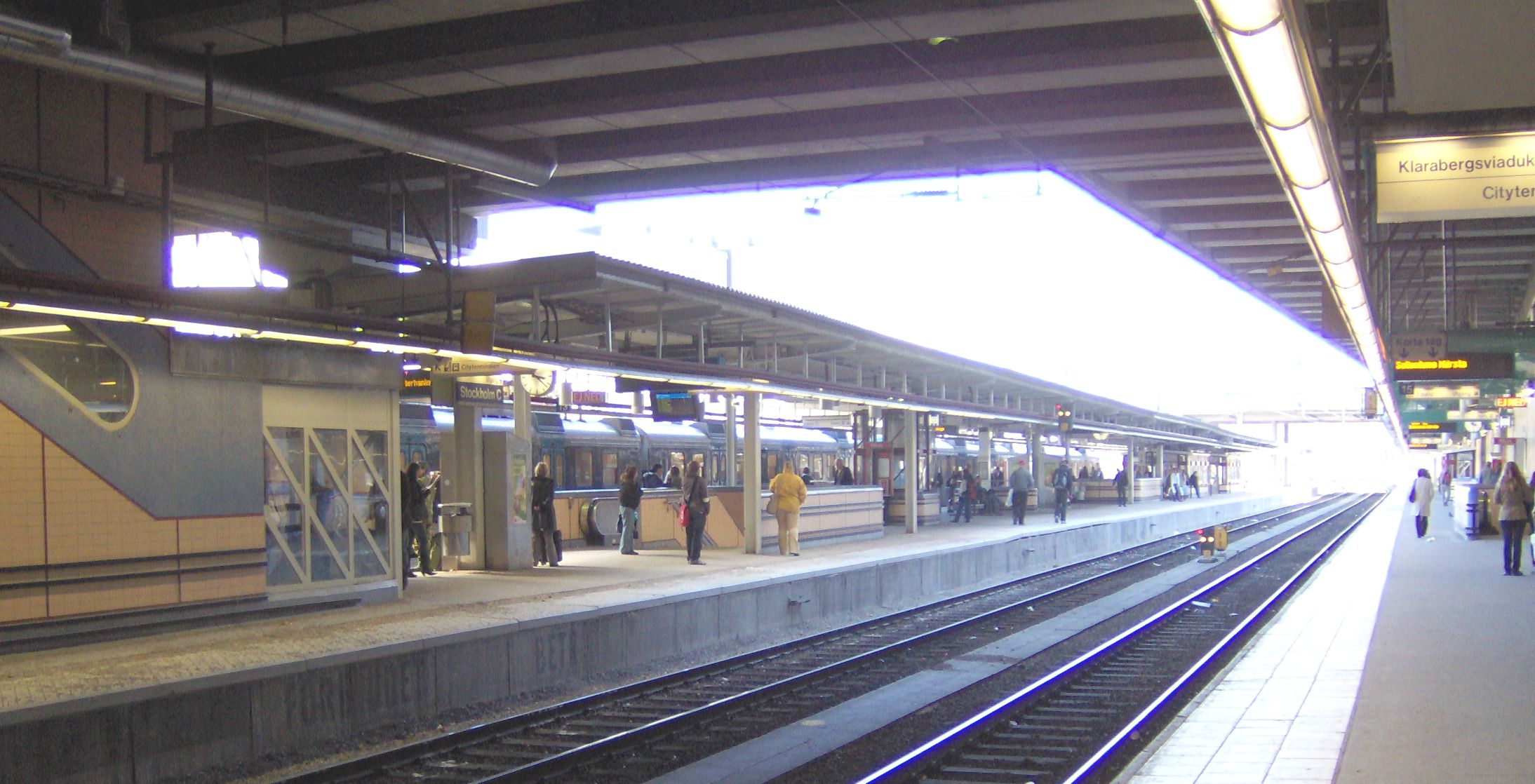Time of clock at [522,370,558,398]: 3:21
